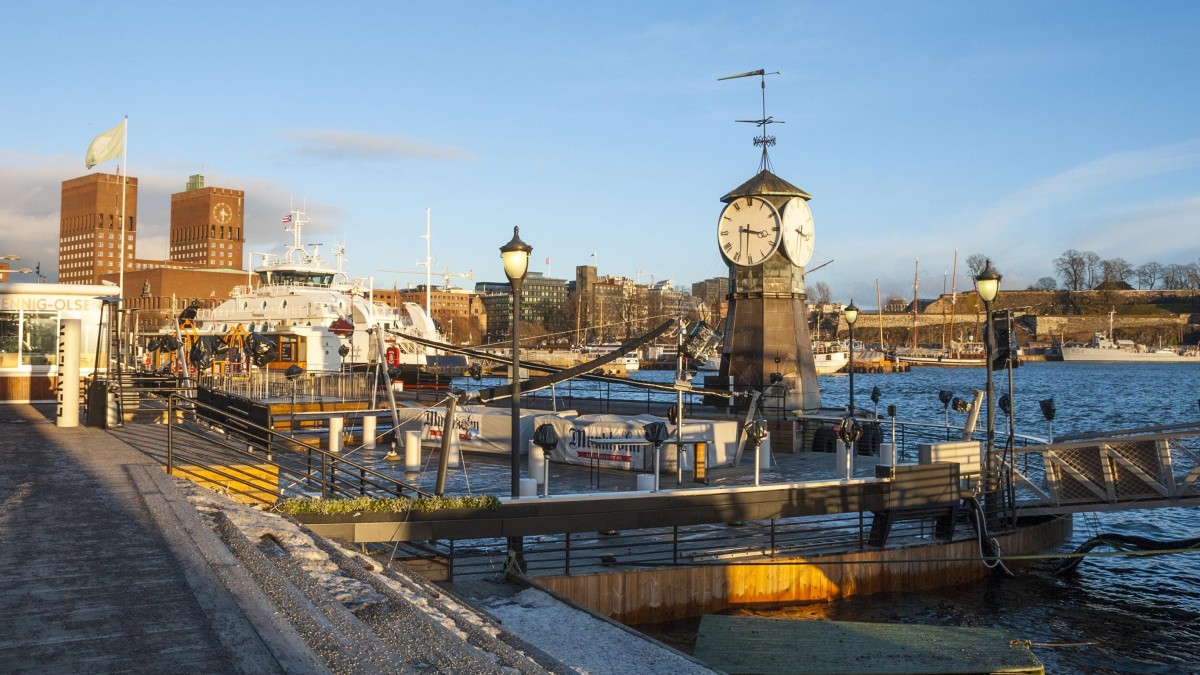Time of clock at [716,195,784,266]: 3:30
